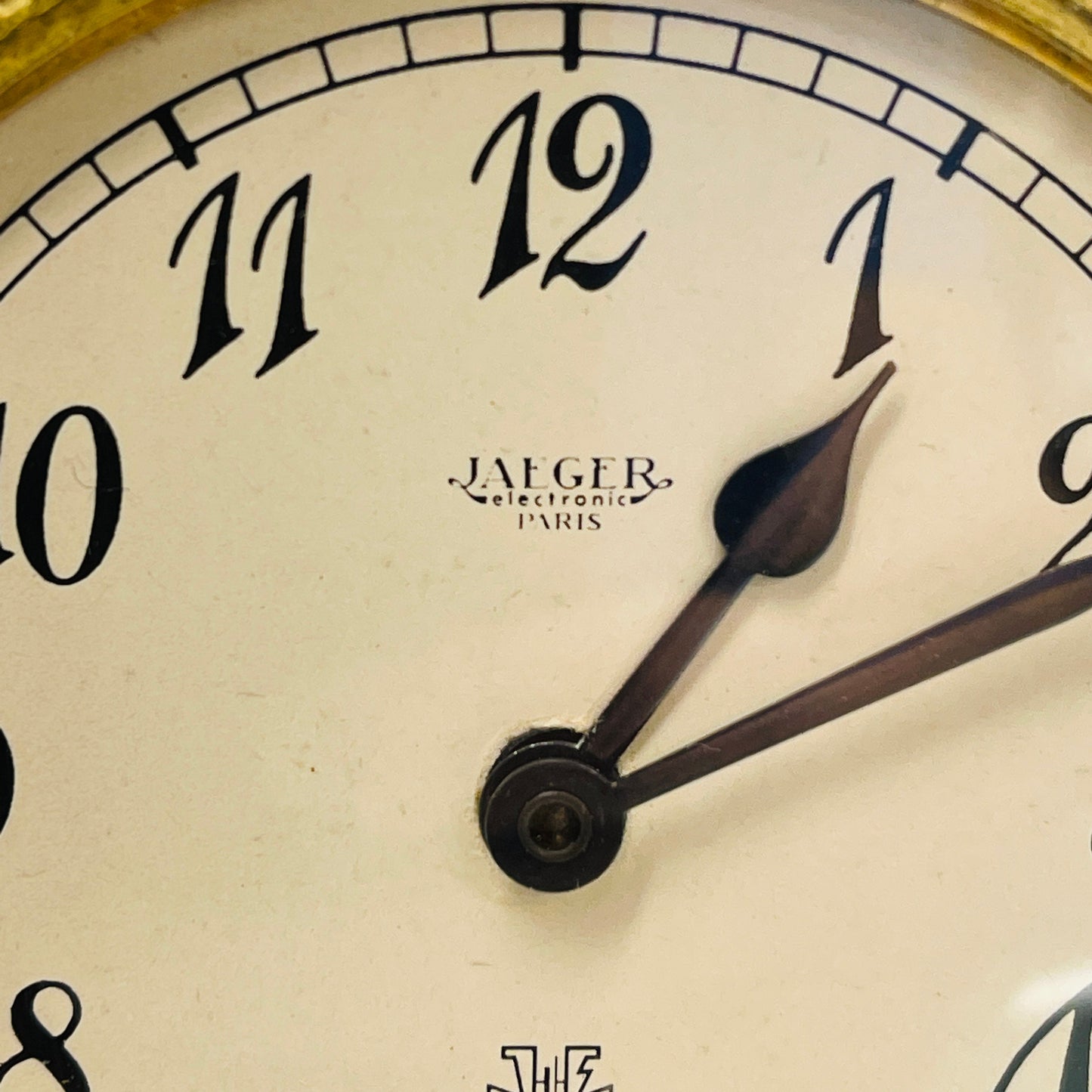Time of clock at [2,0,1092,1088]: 1:11
